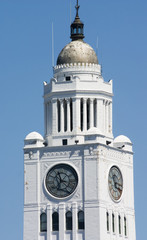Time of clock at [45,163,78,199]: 6:56
